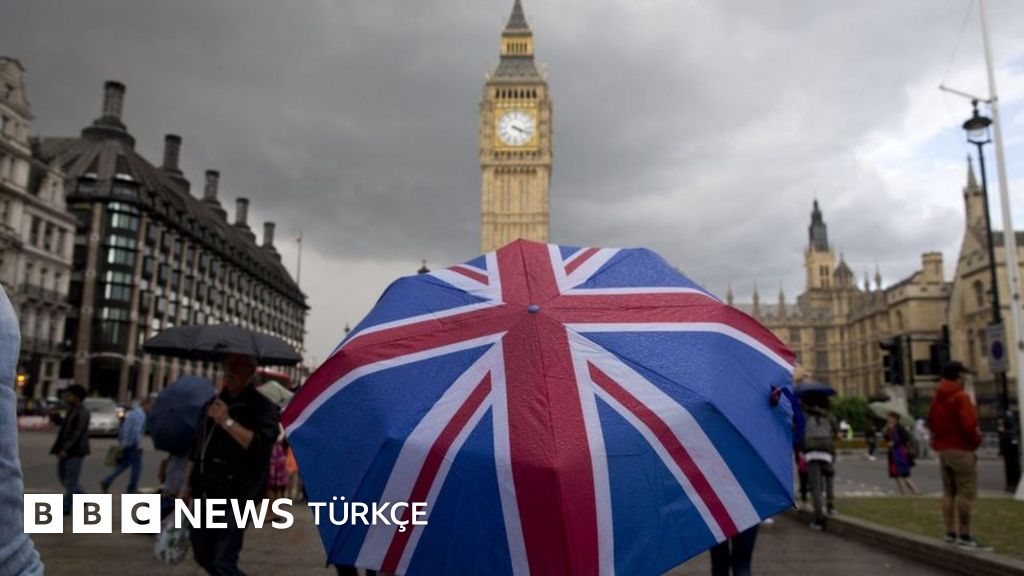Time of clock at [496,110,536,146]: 4:18
